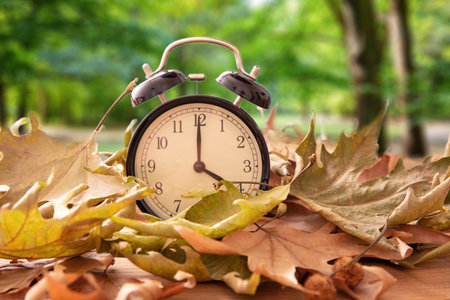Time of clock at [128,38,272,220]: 4:00
